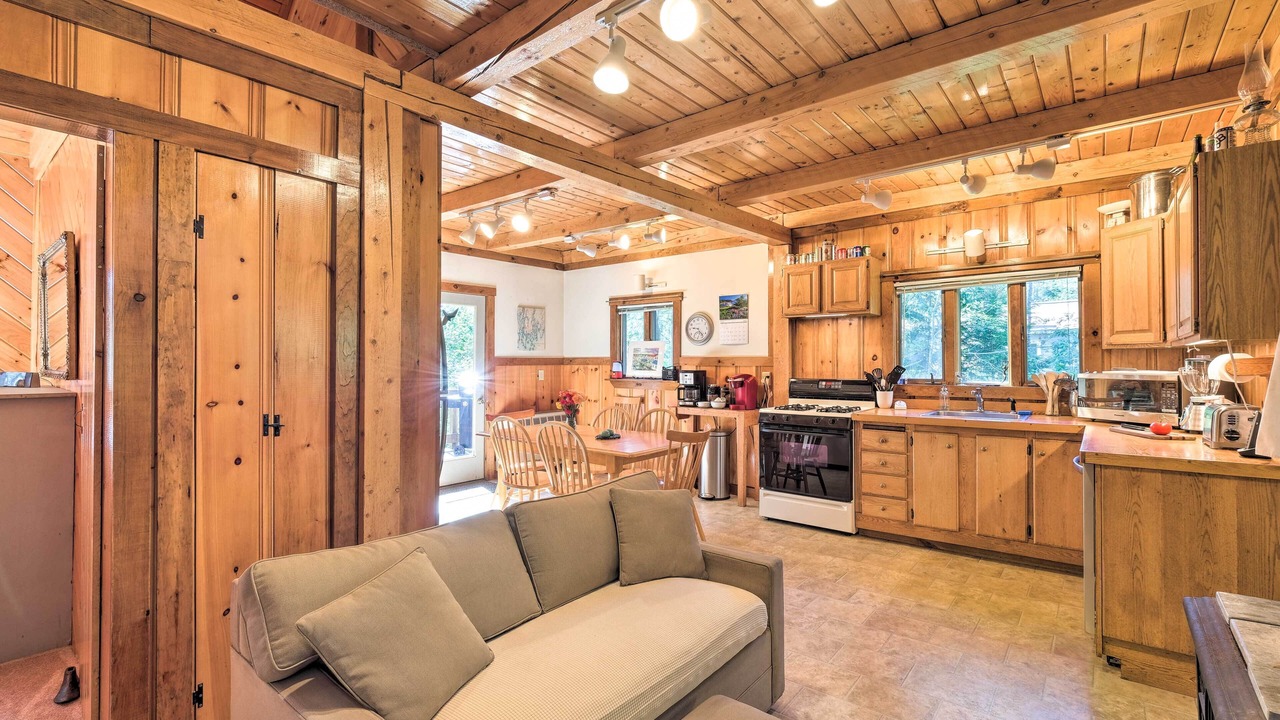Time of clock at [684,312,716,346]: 9:23
